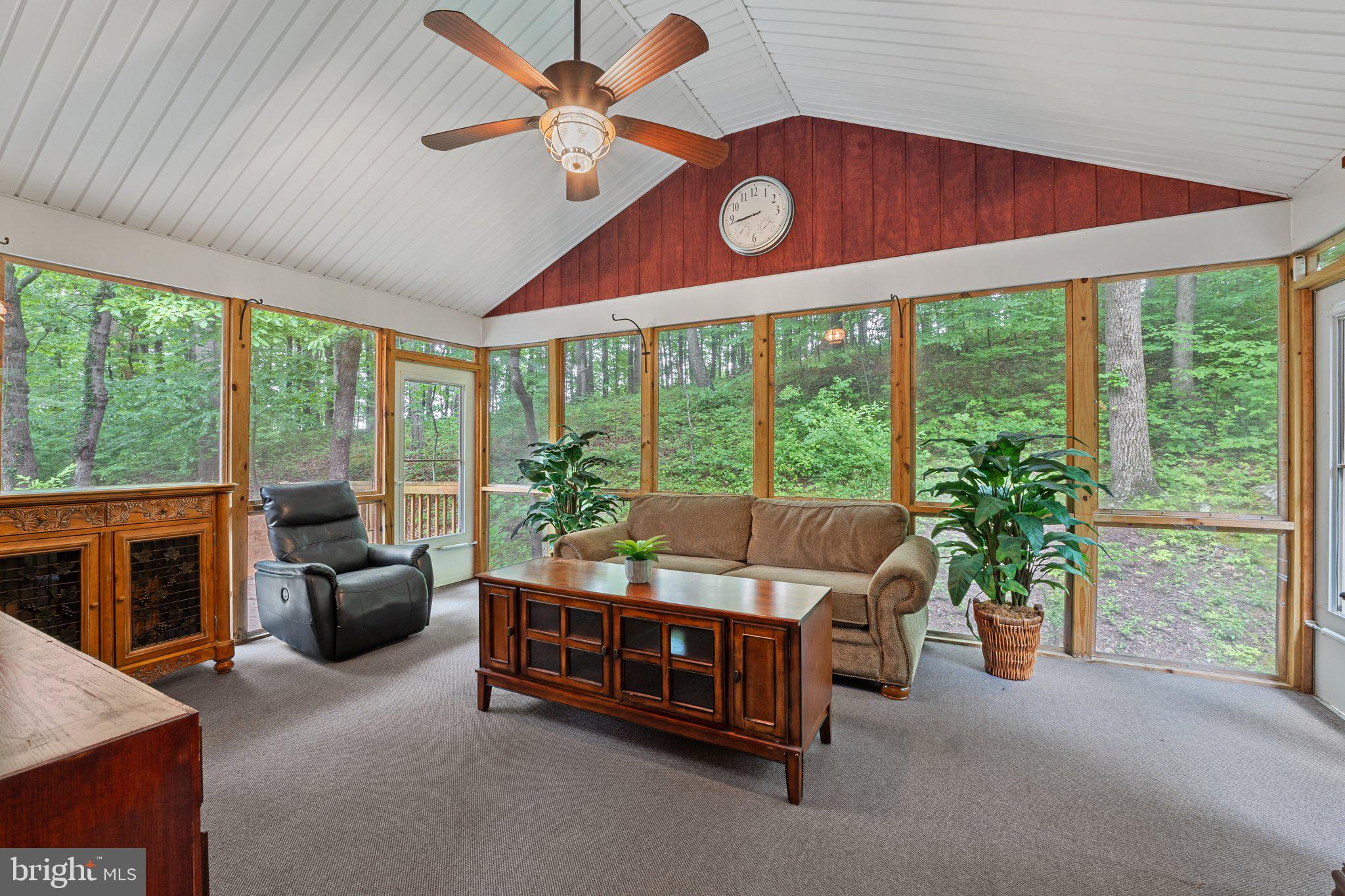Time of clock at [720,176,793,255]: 8:43
